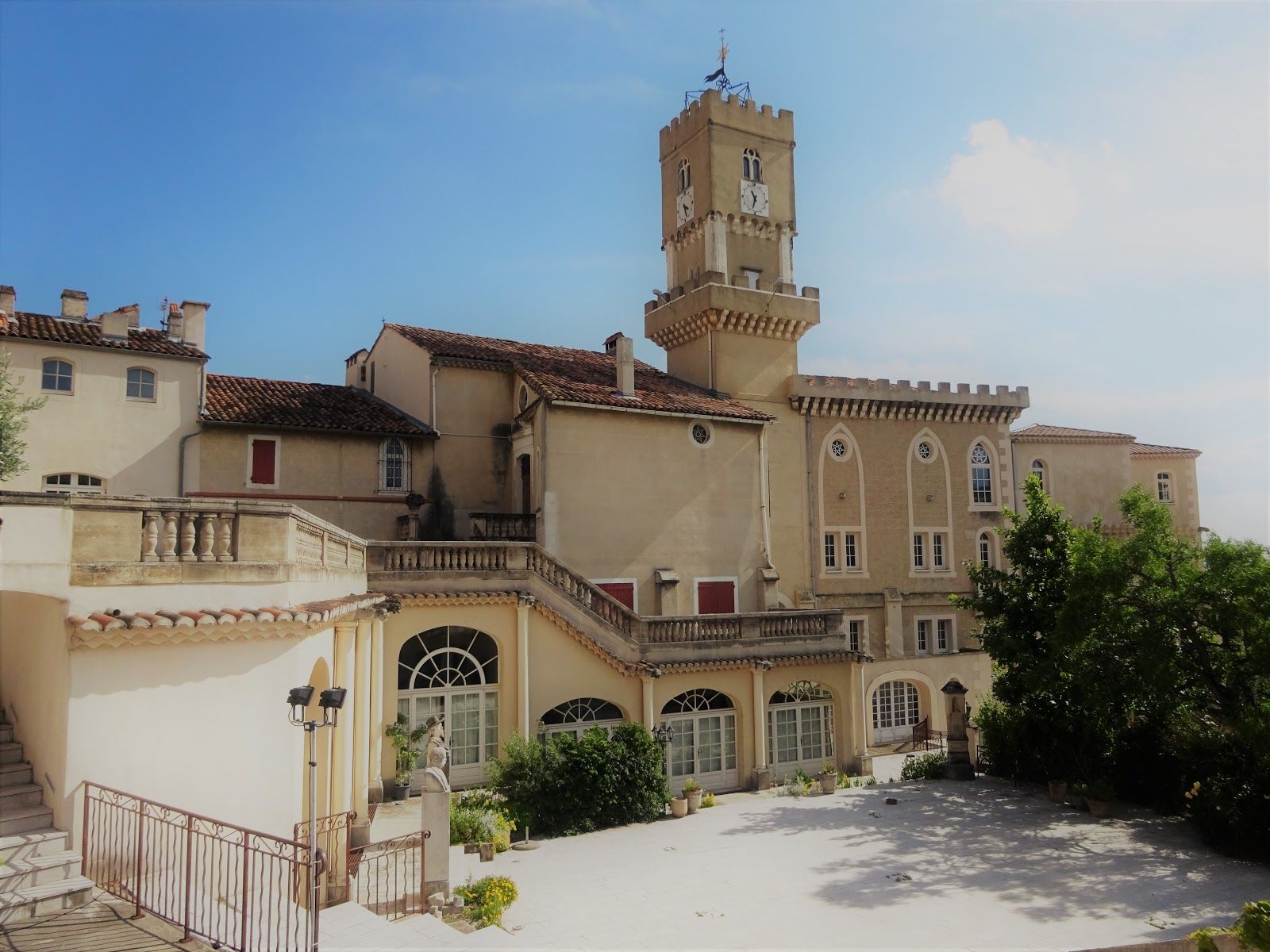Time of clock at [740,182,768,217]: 10:32
